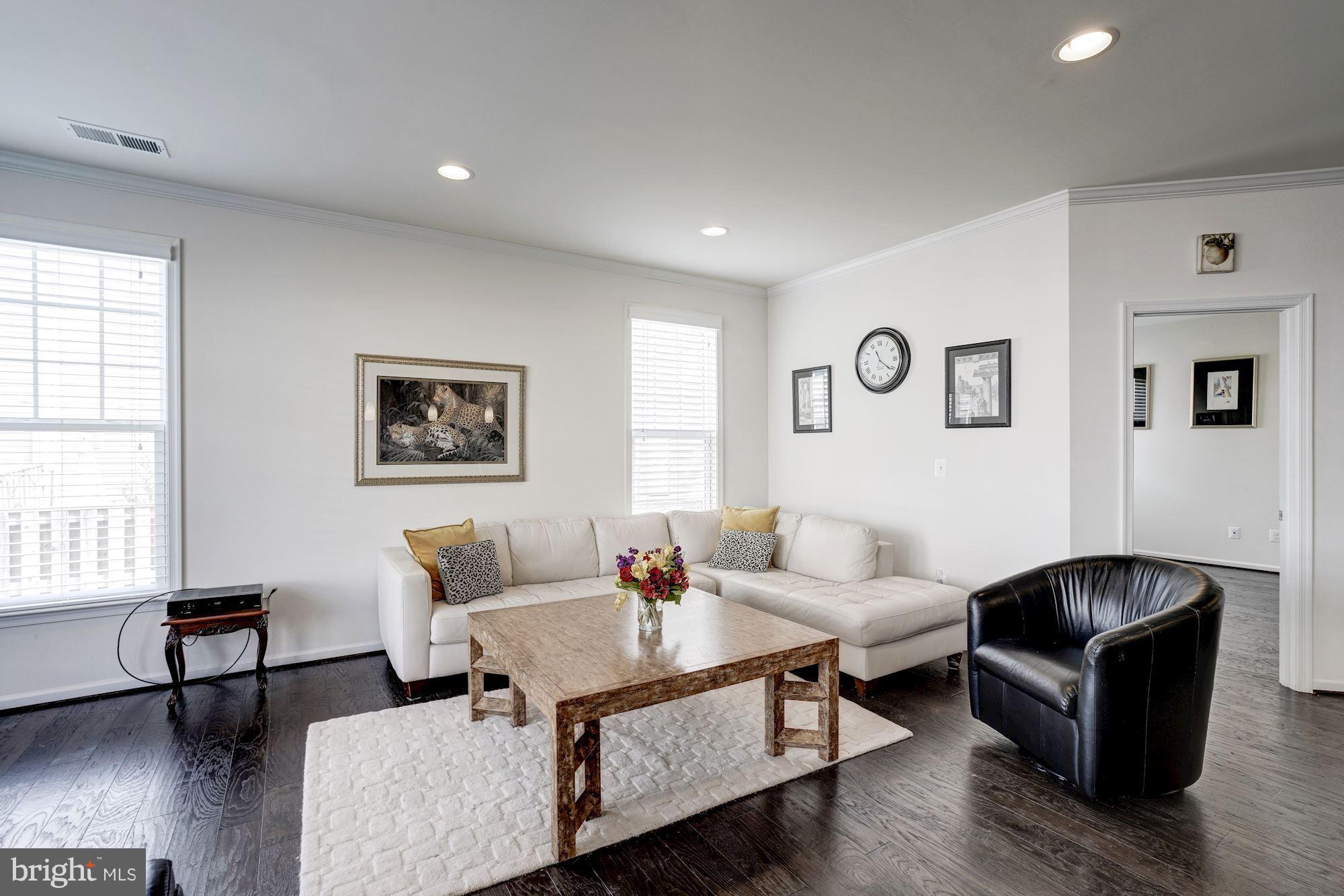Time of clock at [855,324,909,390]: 11:21
